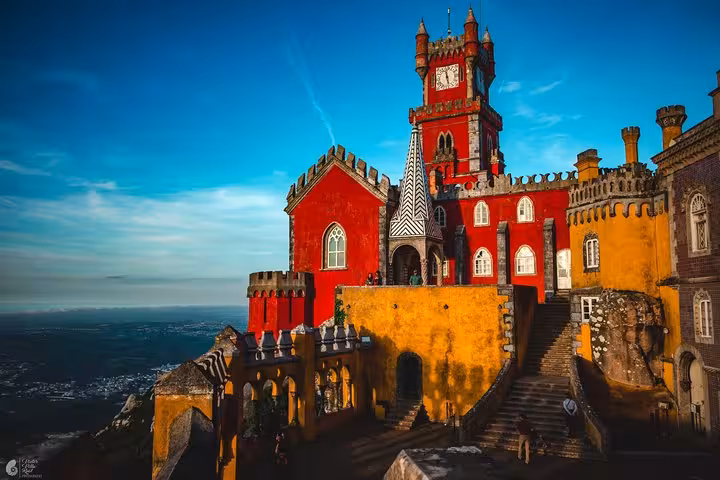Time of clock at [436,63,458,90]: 11:28
